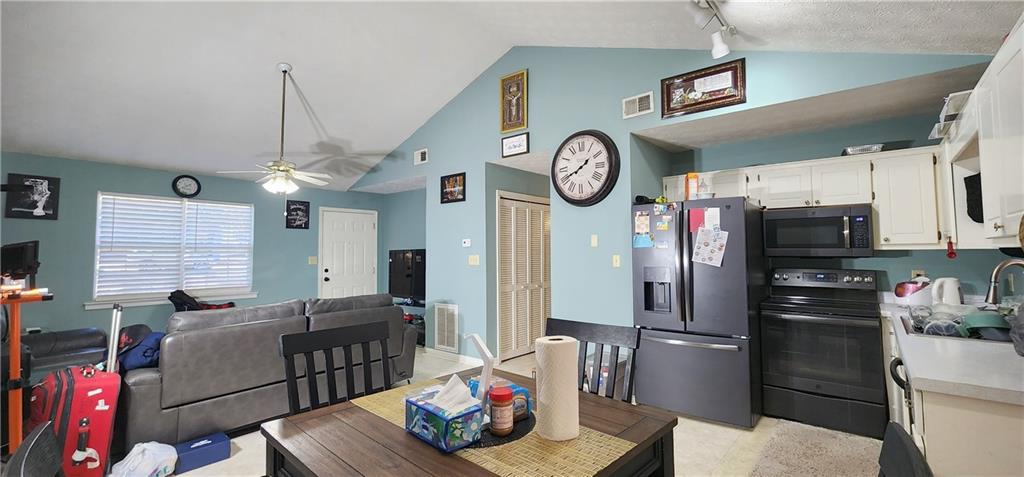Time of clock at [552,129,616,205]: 1:40
